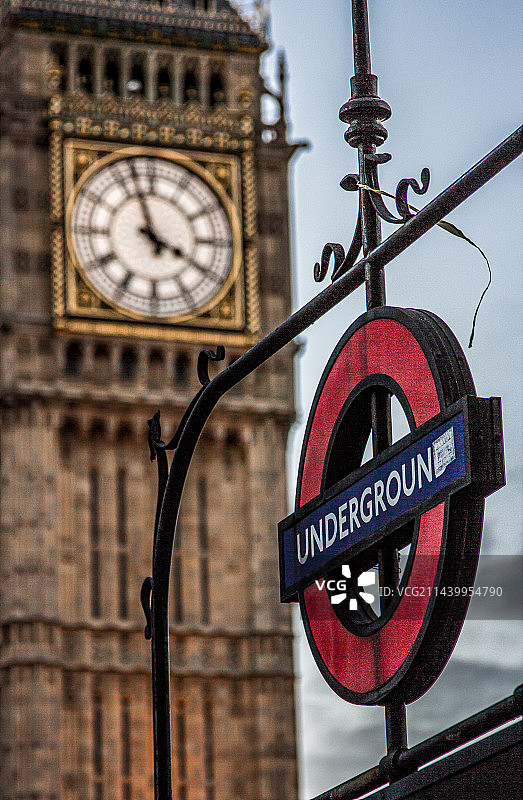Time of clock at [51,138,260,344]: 3:57
